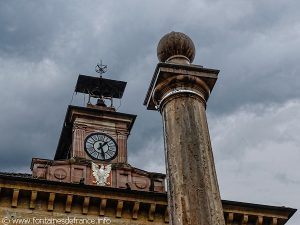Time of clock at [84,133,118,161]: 1:28
